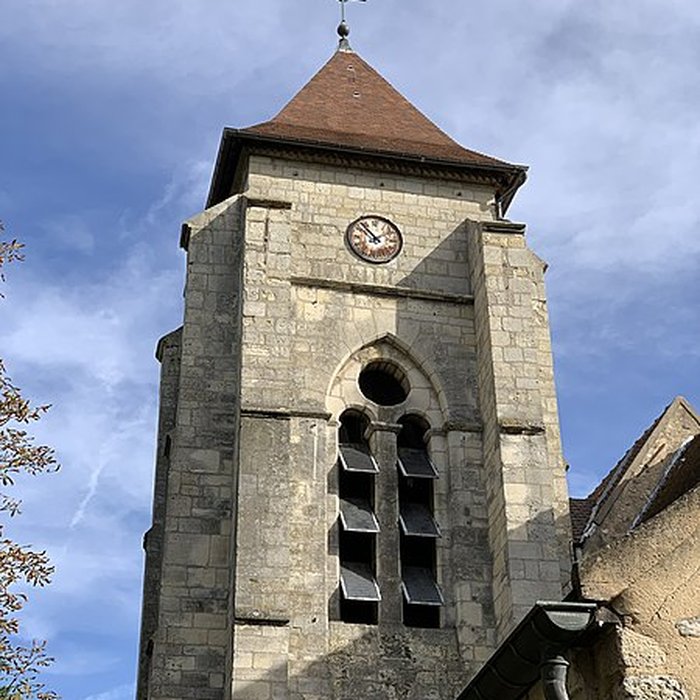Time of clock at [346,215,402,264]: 1:53
